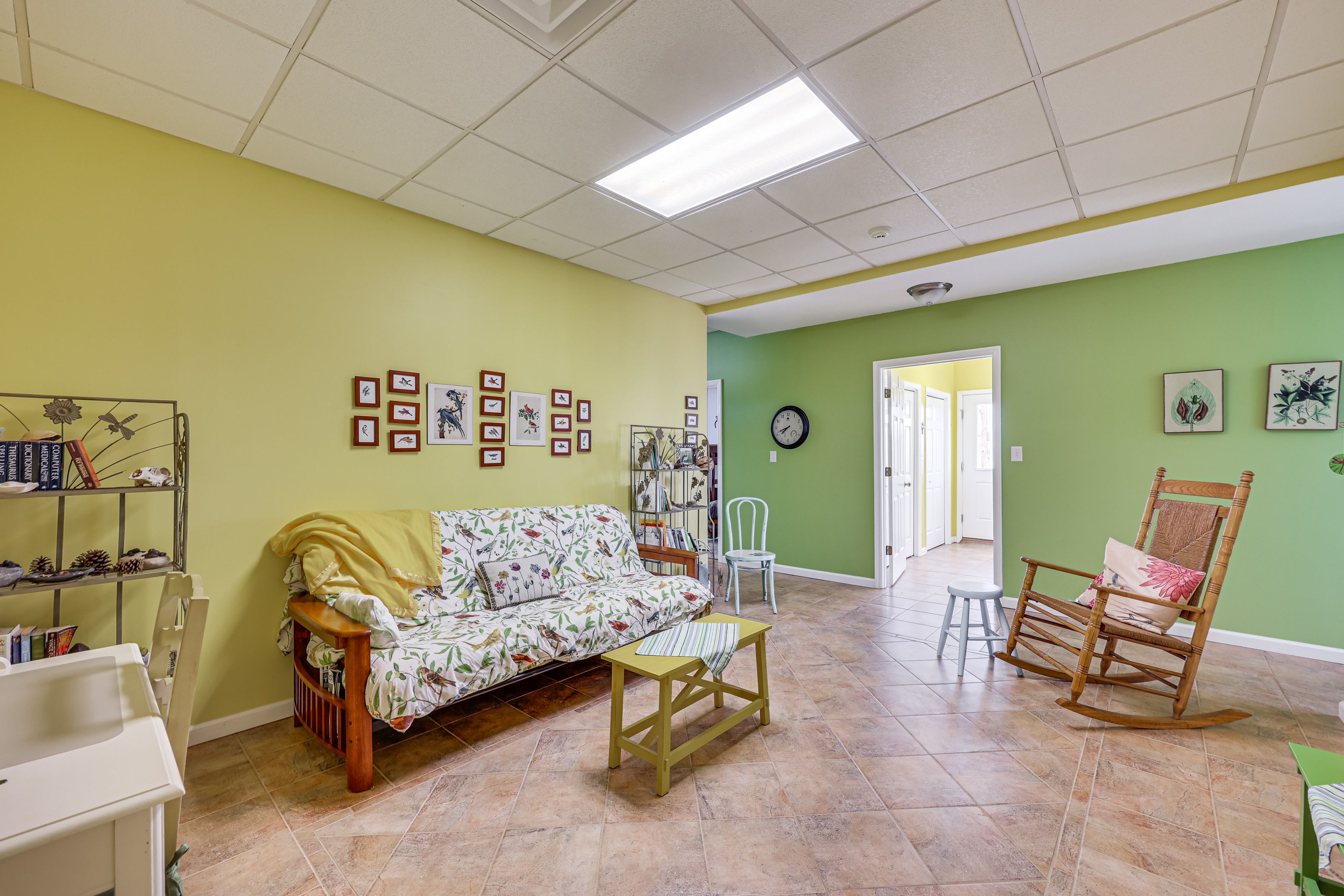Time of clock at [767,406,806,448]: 7:41
